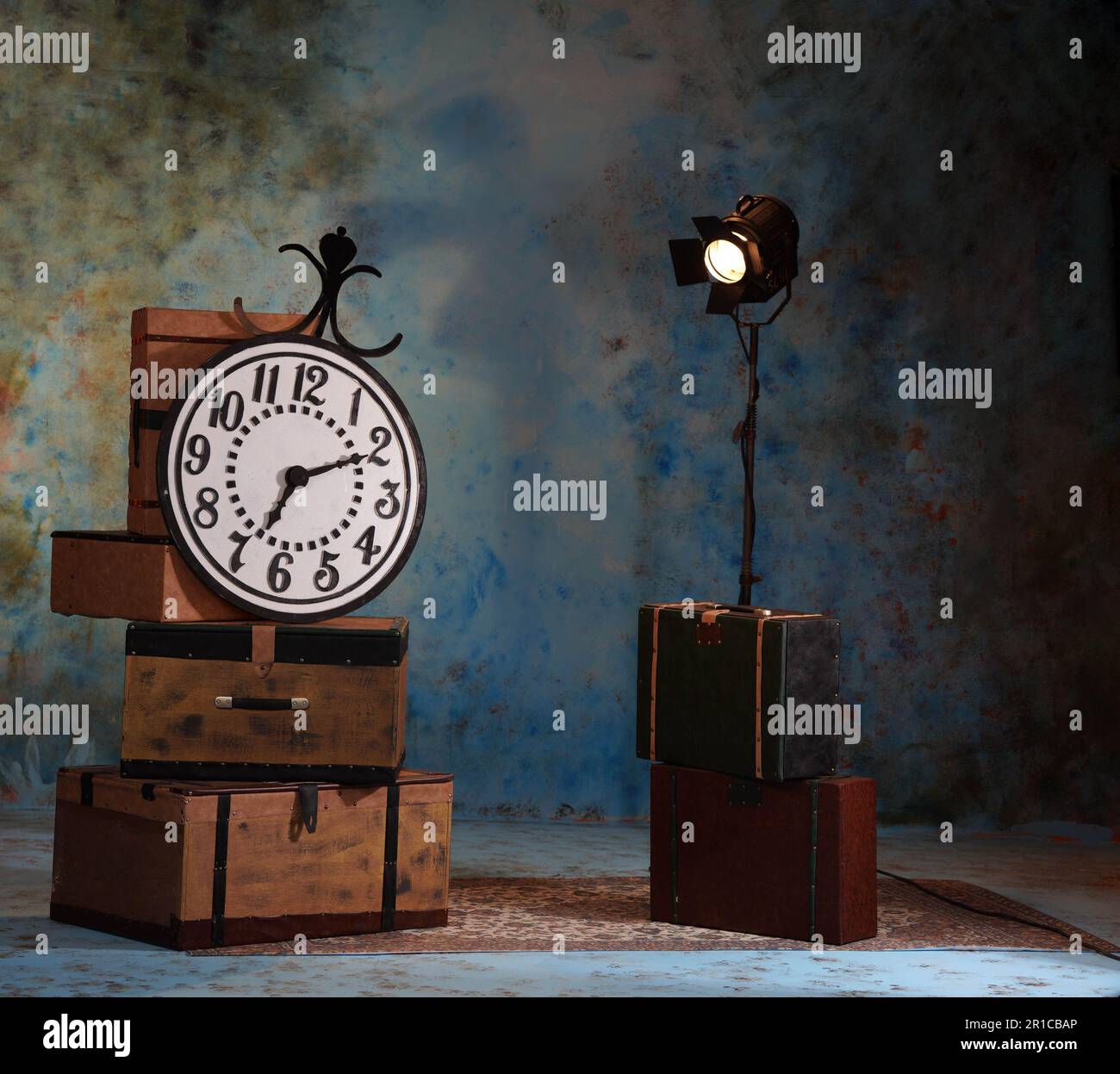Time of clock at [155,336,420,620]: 7:11
